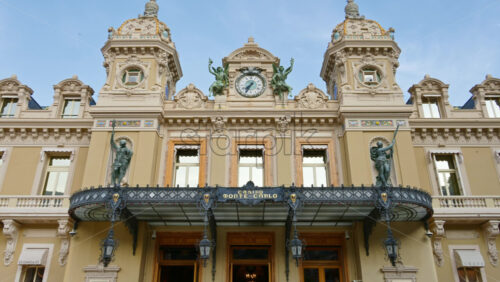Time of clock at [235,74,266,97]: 7:34
